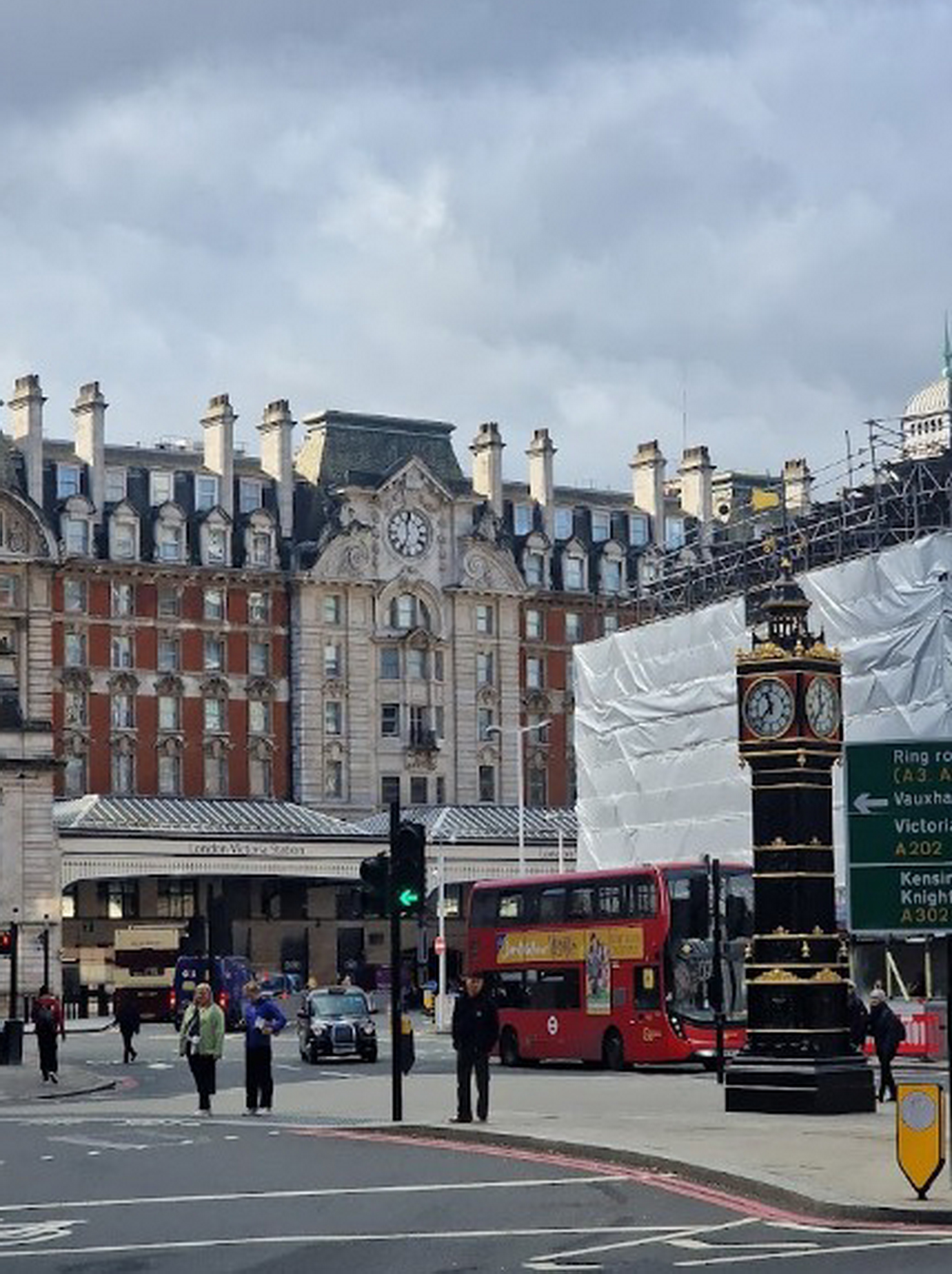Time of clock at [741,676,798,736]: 11:37
